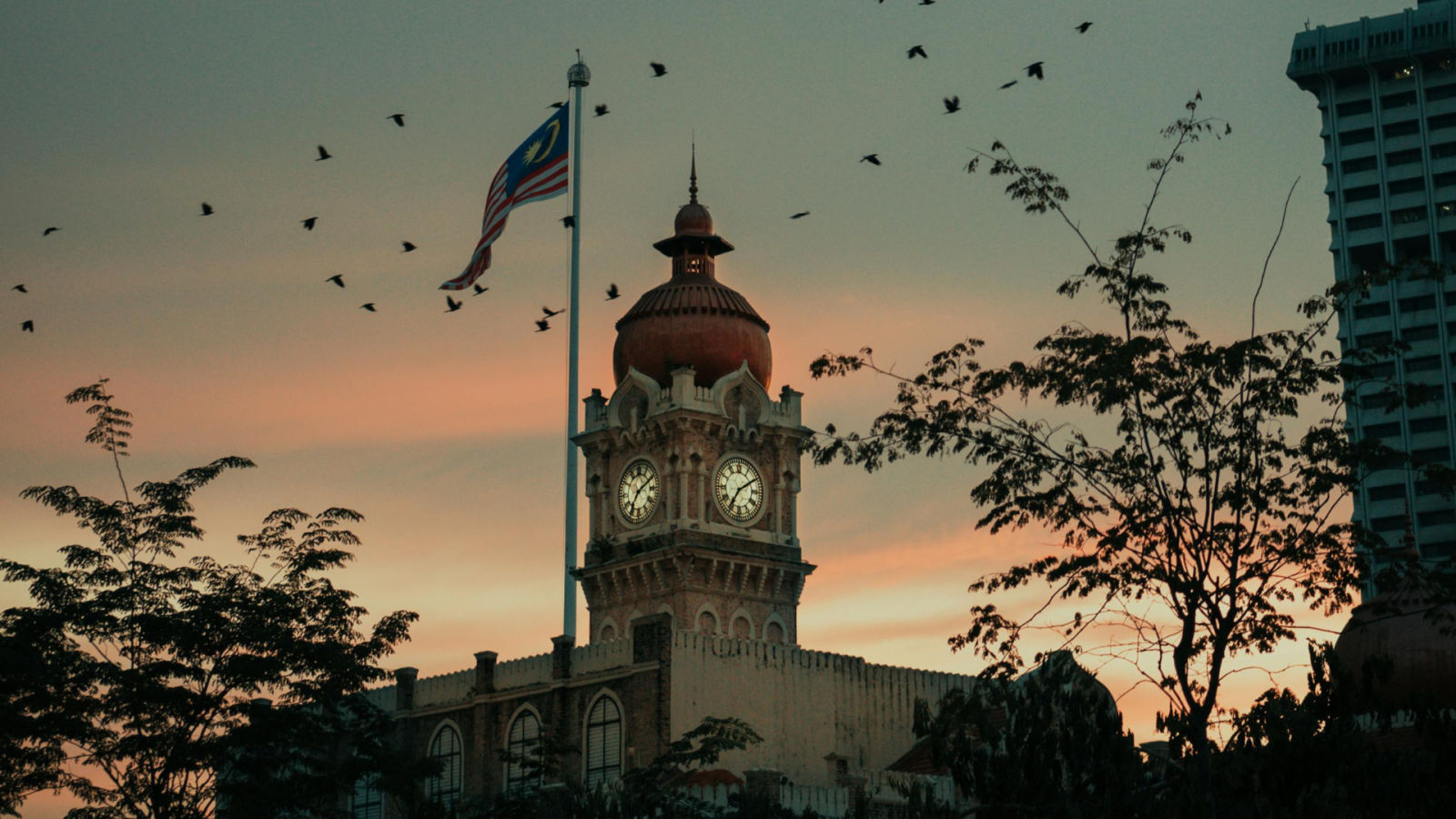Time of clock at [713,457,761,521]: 7:09
